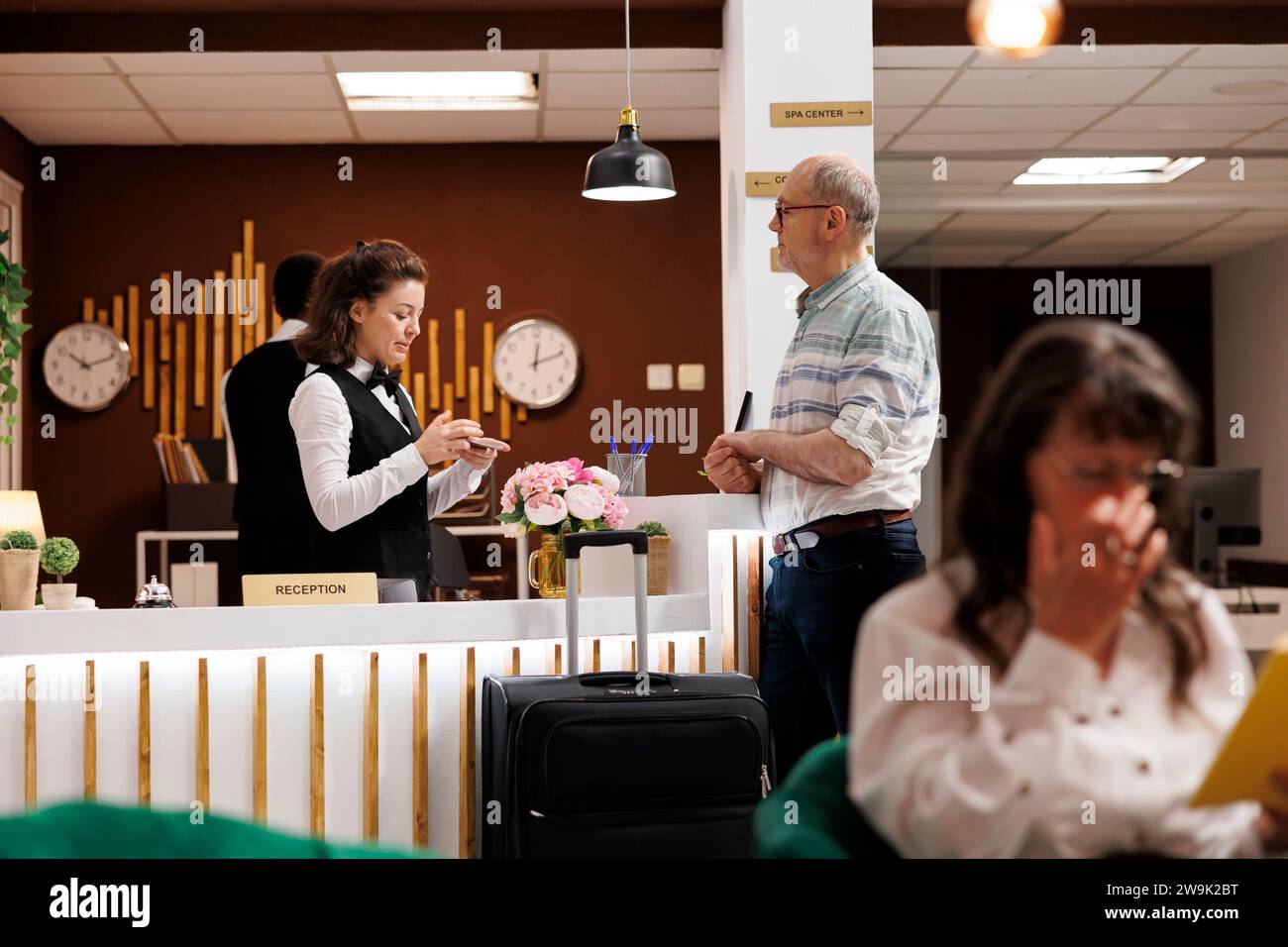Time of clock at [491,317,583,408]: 12:11
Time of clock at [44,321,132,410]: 10:11
